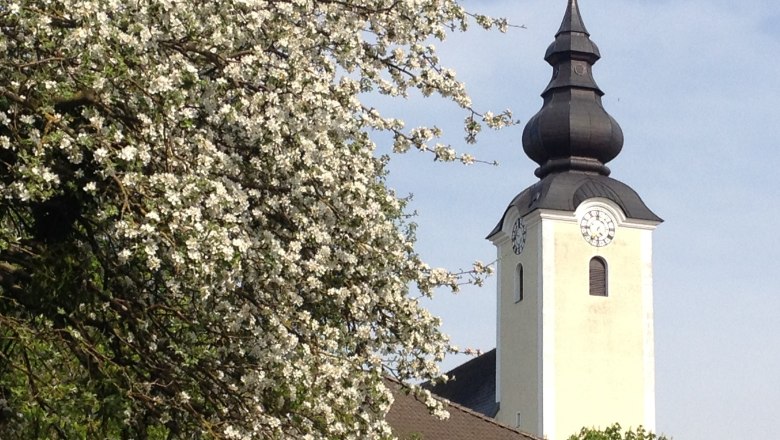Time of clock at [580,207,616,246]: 4:35
